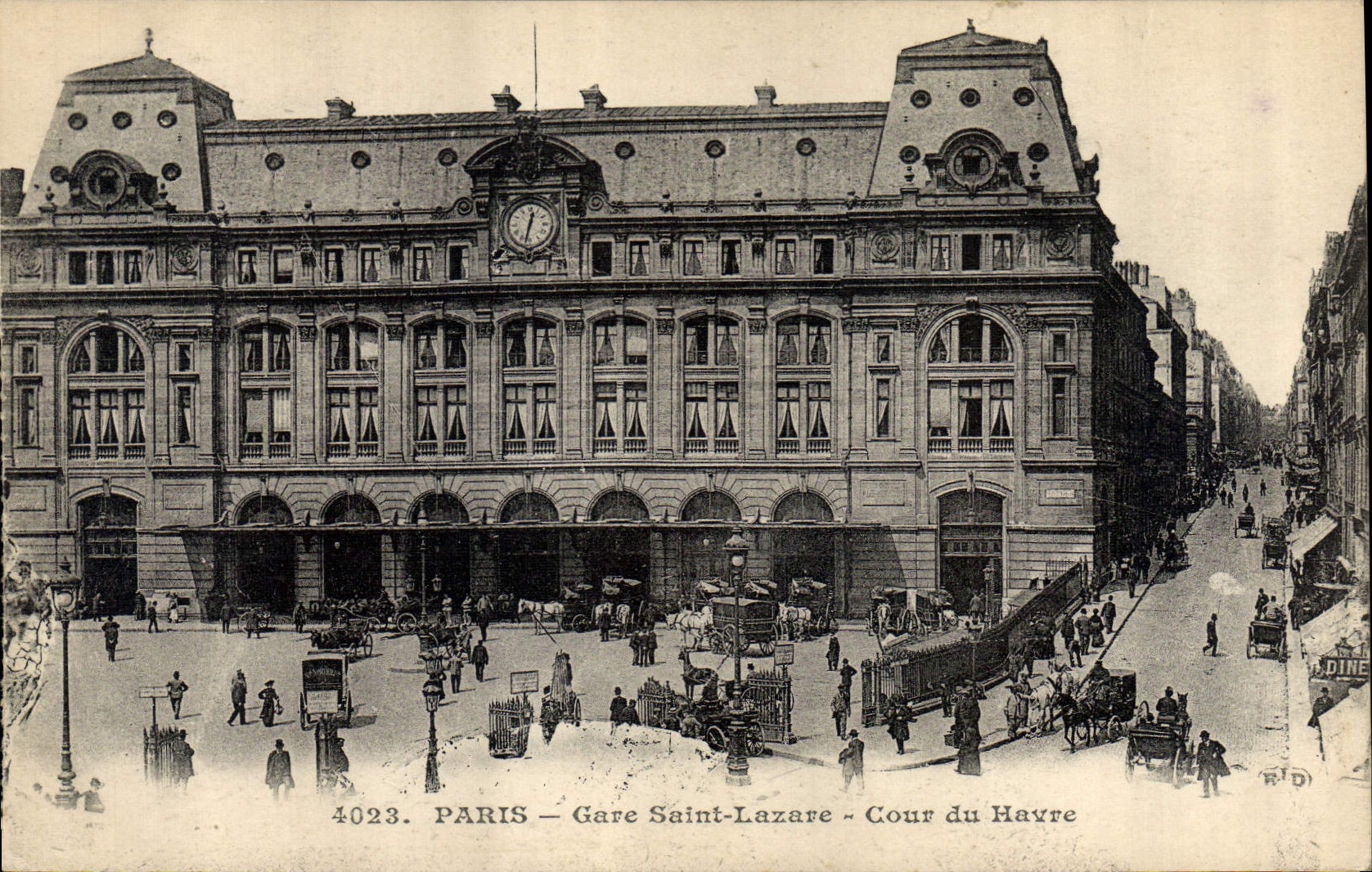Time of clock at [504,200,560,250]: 12:32
